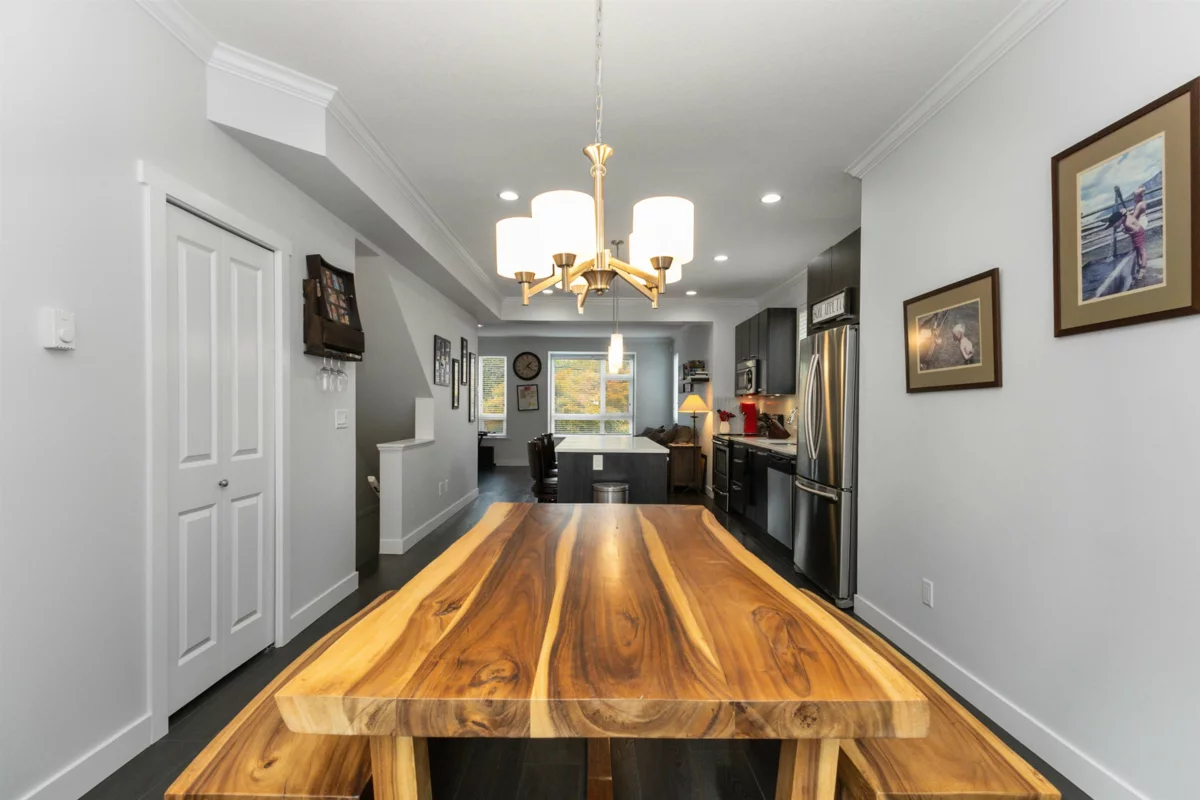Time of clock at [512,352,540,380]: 1:21
